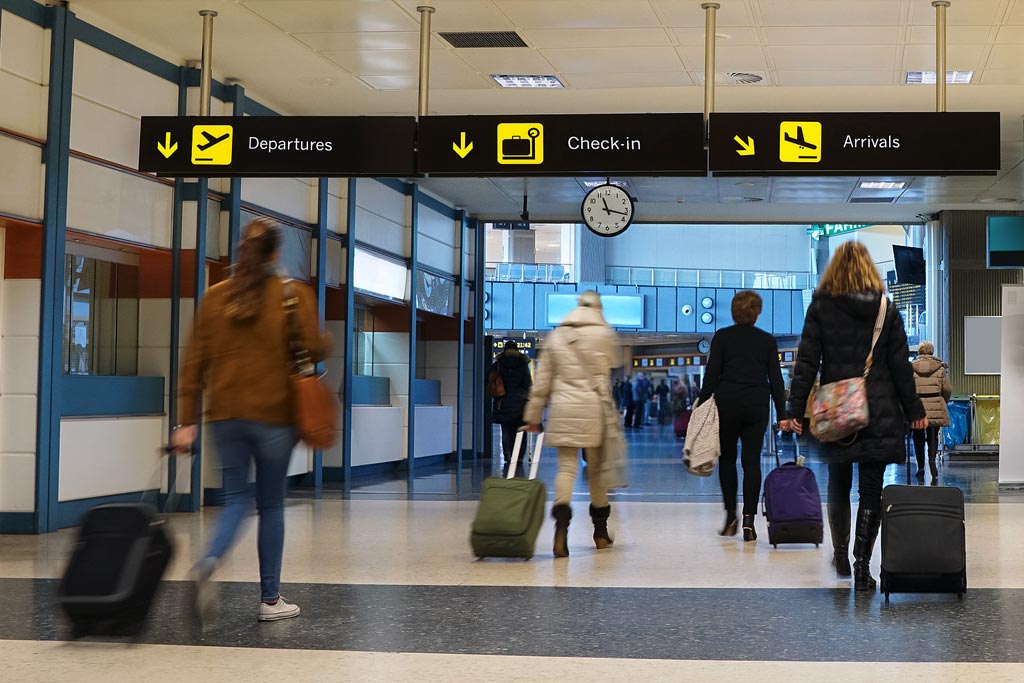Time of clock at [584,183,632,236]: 11:17
